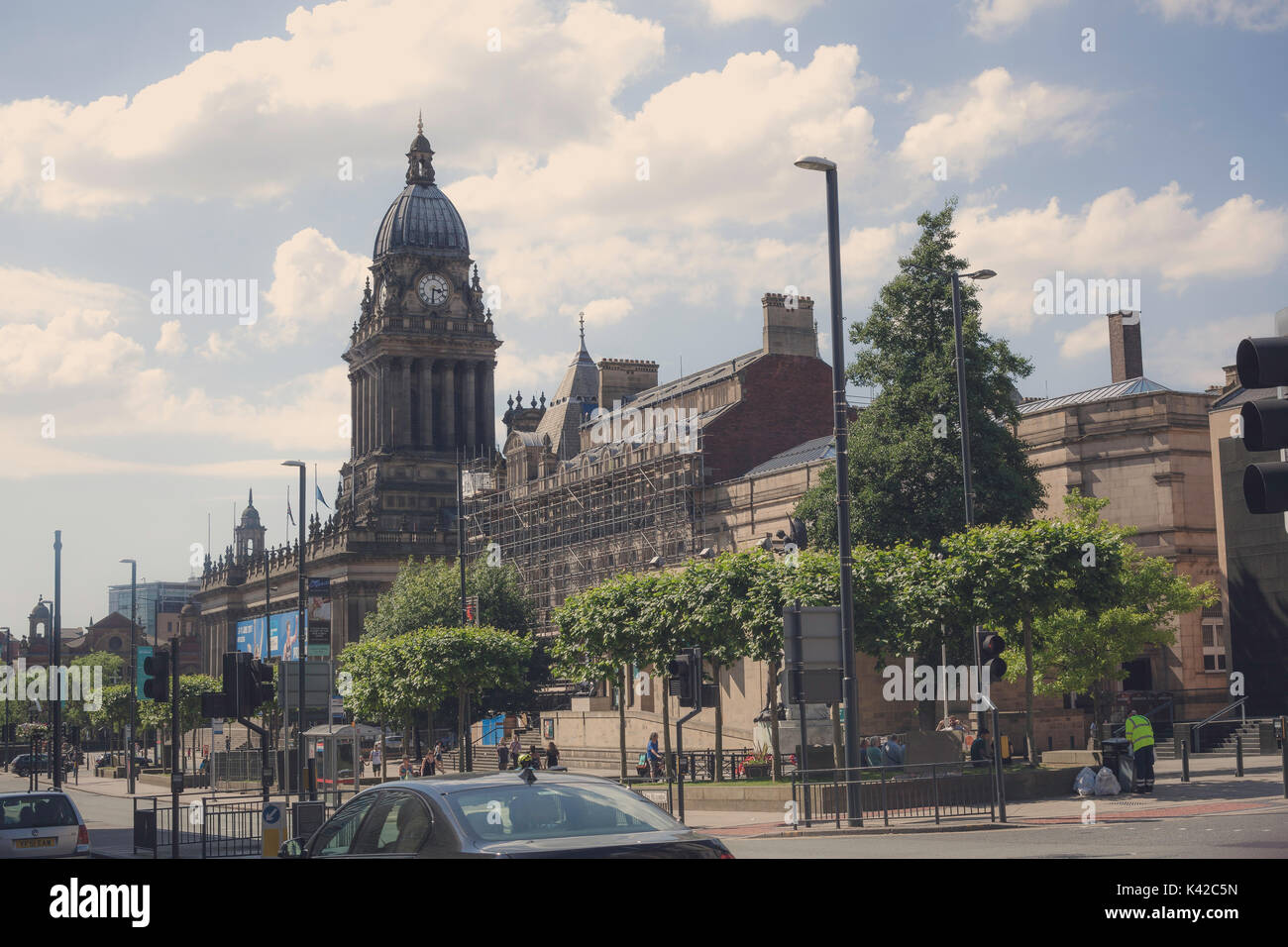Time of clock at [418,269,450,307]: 3:30
